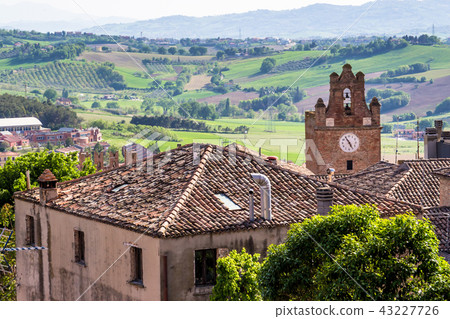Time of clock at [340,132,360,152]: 4:54
